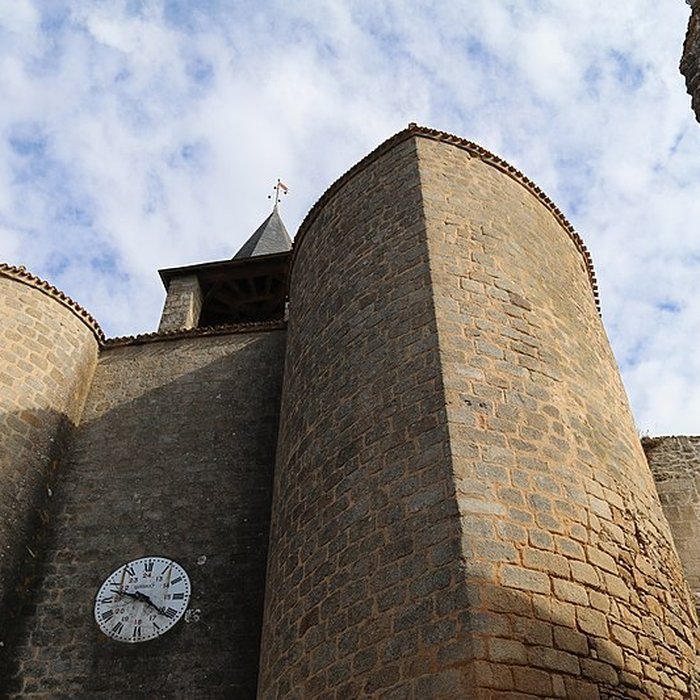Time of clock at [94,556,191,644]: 9:21
